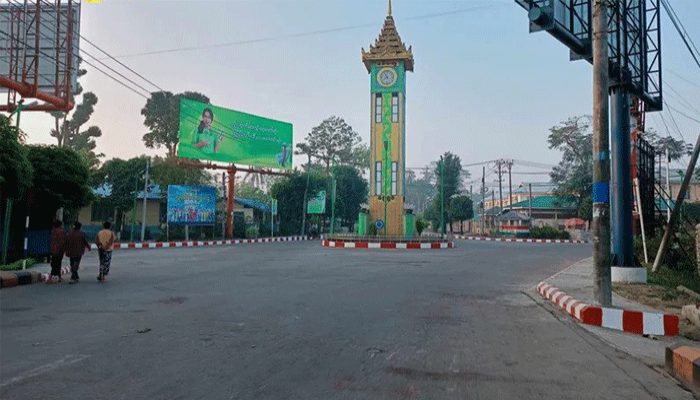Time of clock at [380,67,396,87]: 7:54
